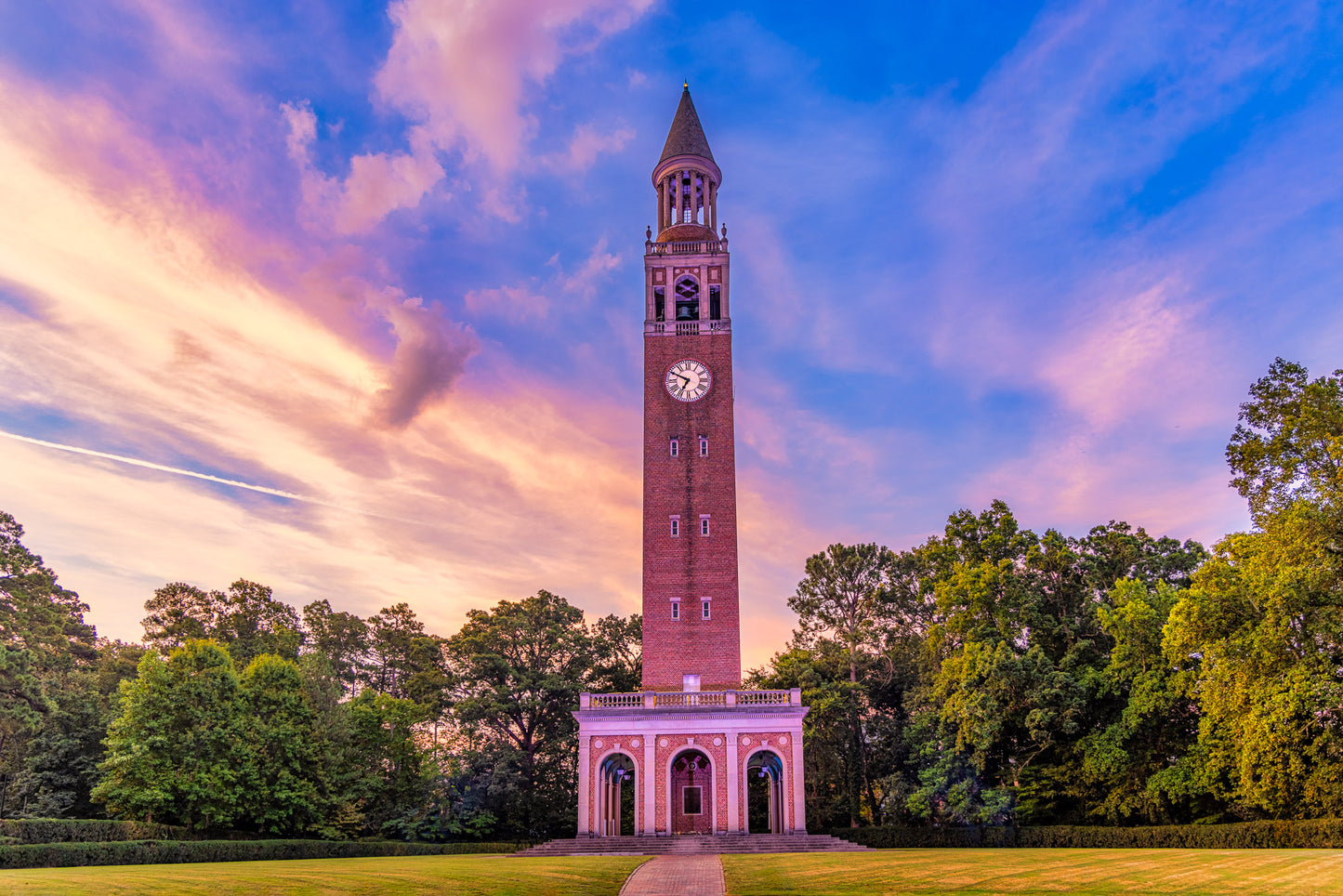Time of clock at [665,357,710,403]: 6:49
